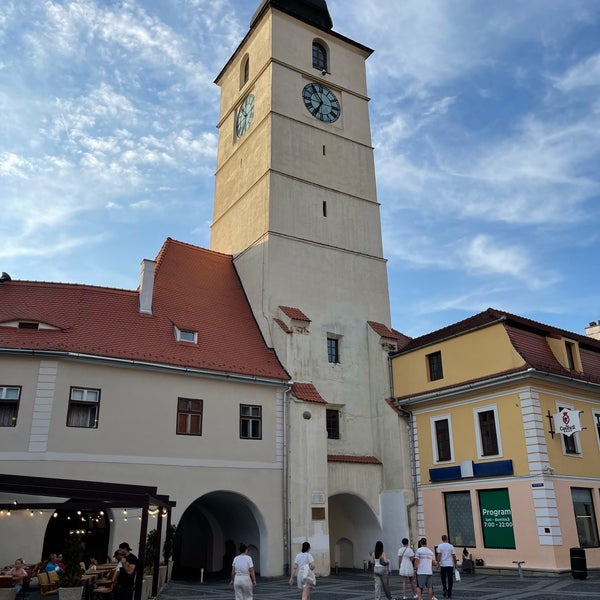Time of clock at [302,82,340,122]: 6:54
